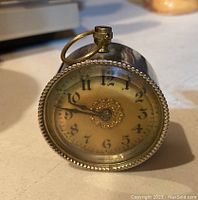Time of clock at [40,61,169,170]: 9:46
